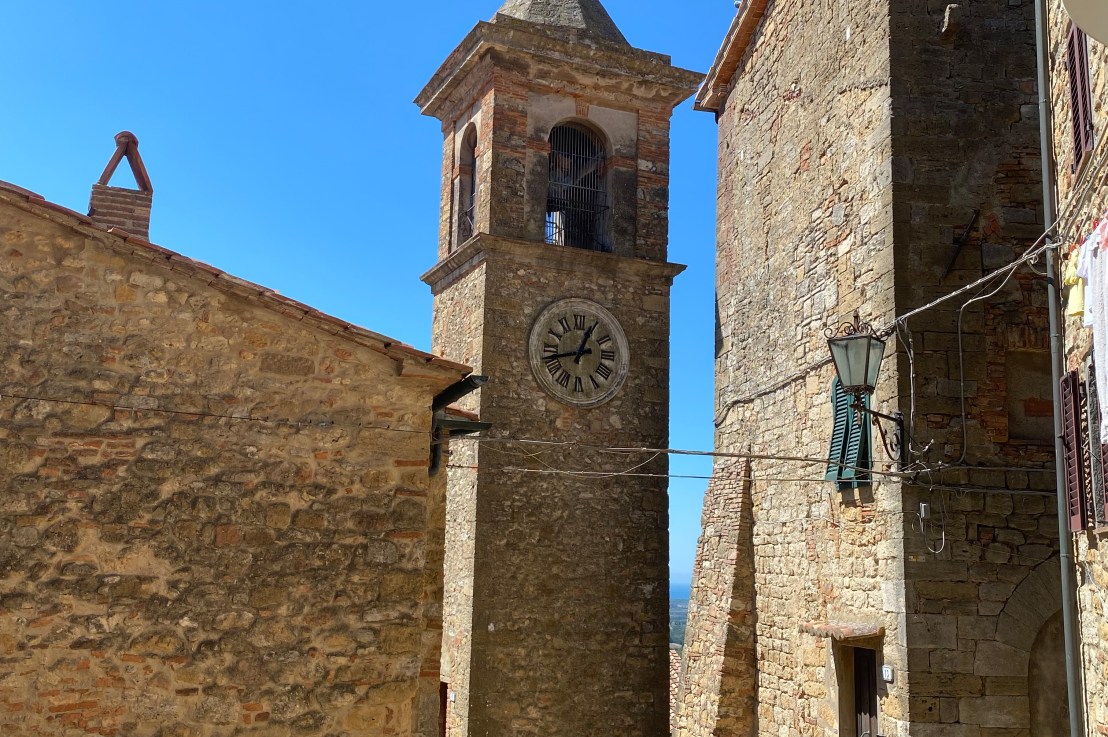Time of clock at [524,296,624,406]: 12:42
